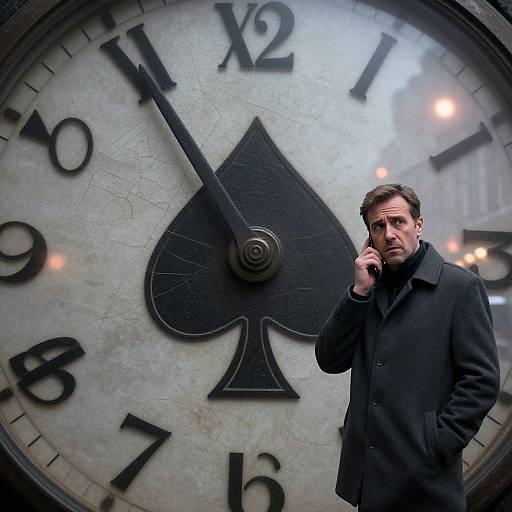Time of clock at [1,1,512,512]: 10:54
